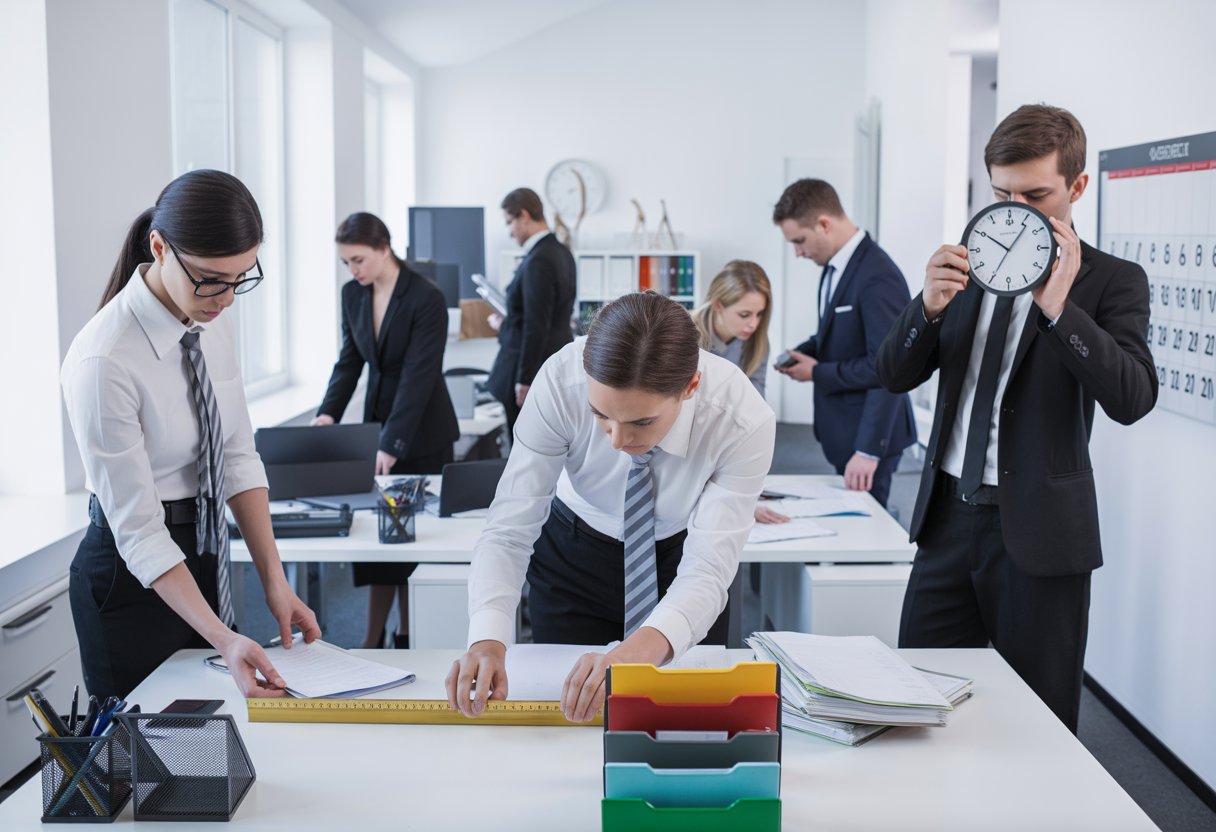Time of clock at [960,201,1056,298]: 10:06
